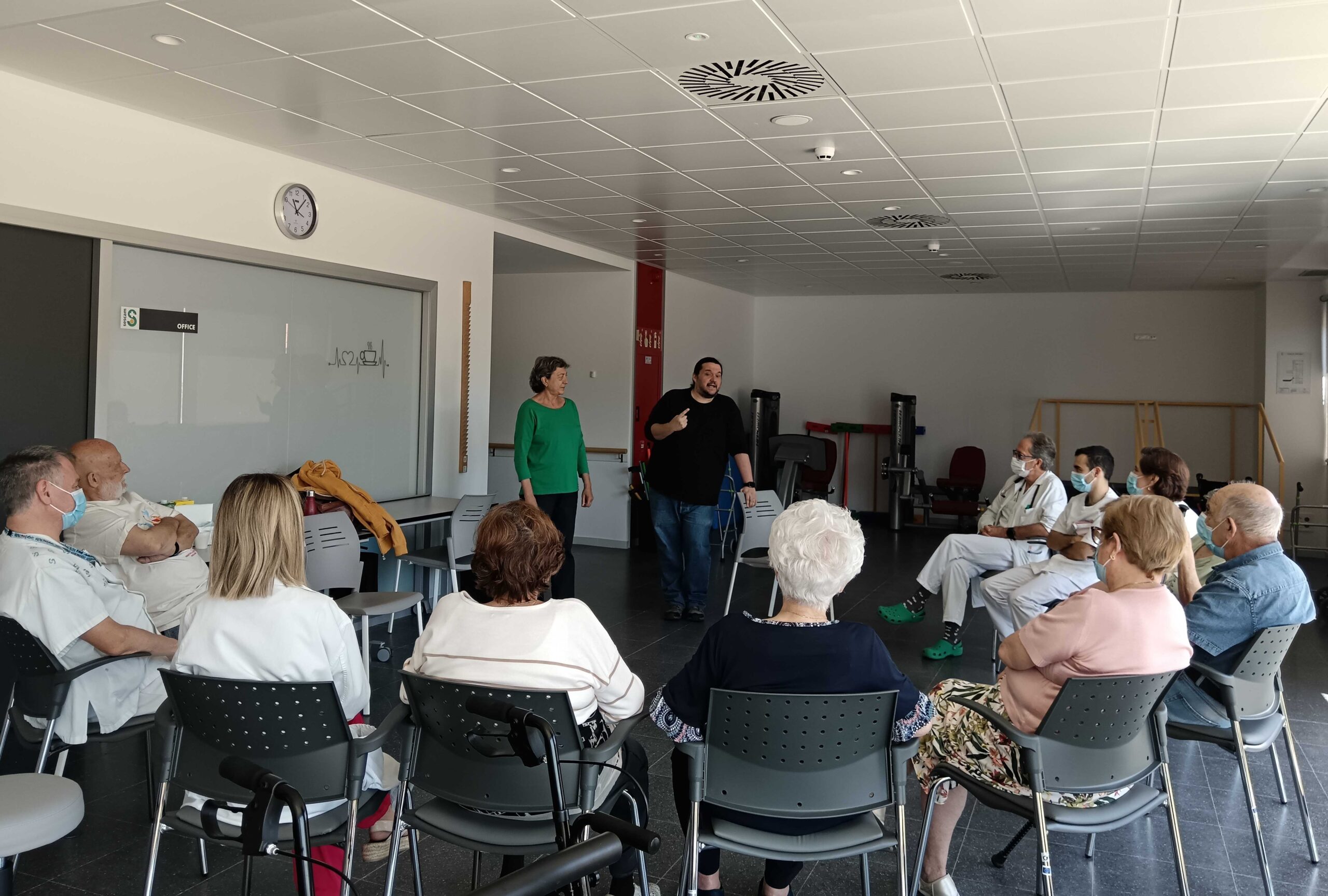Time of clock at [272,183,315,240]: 11:07
